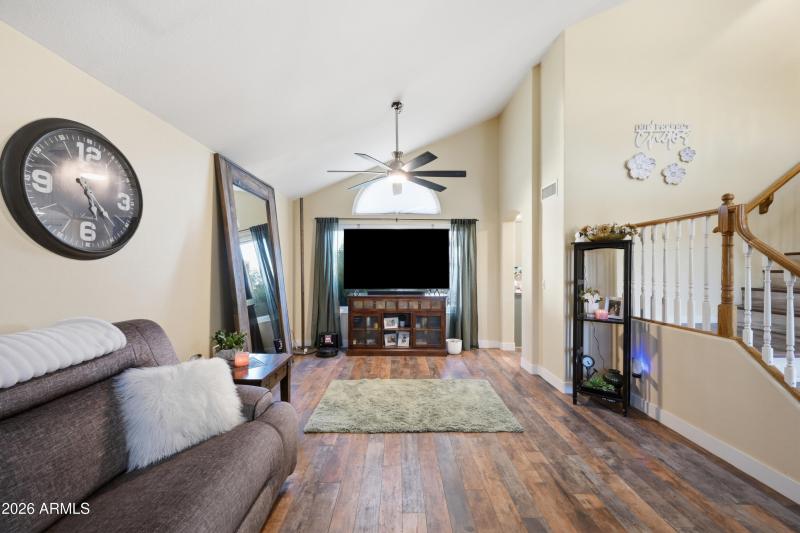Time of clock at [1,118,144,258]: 5:22
